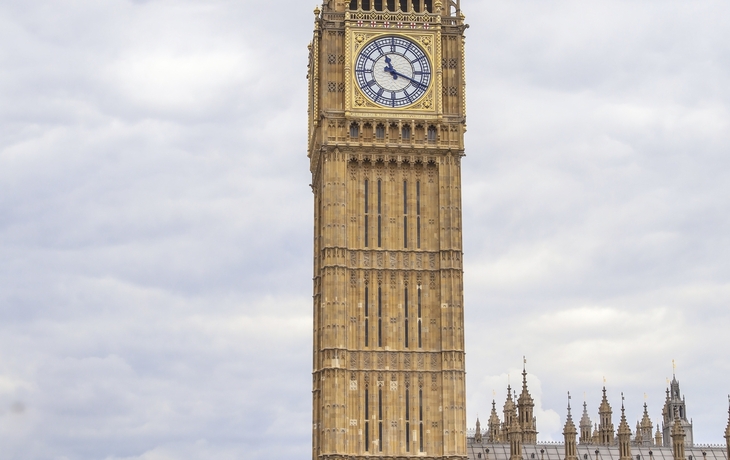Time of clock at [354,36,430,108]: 11:18
